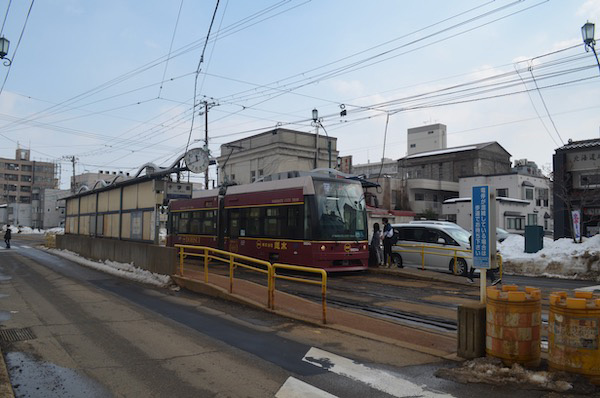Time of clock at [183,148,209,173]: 11:40
